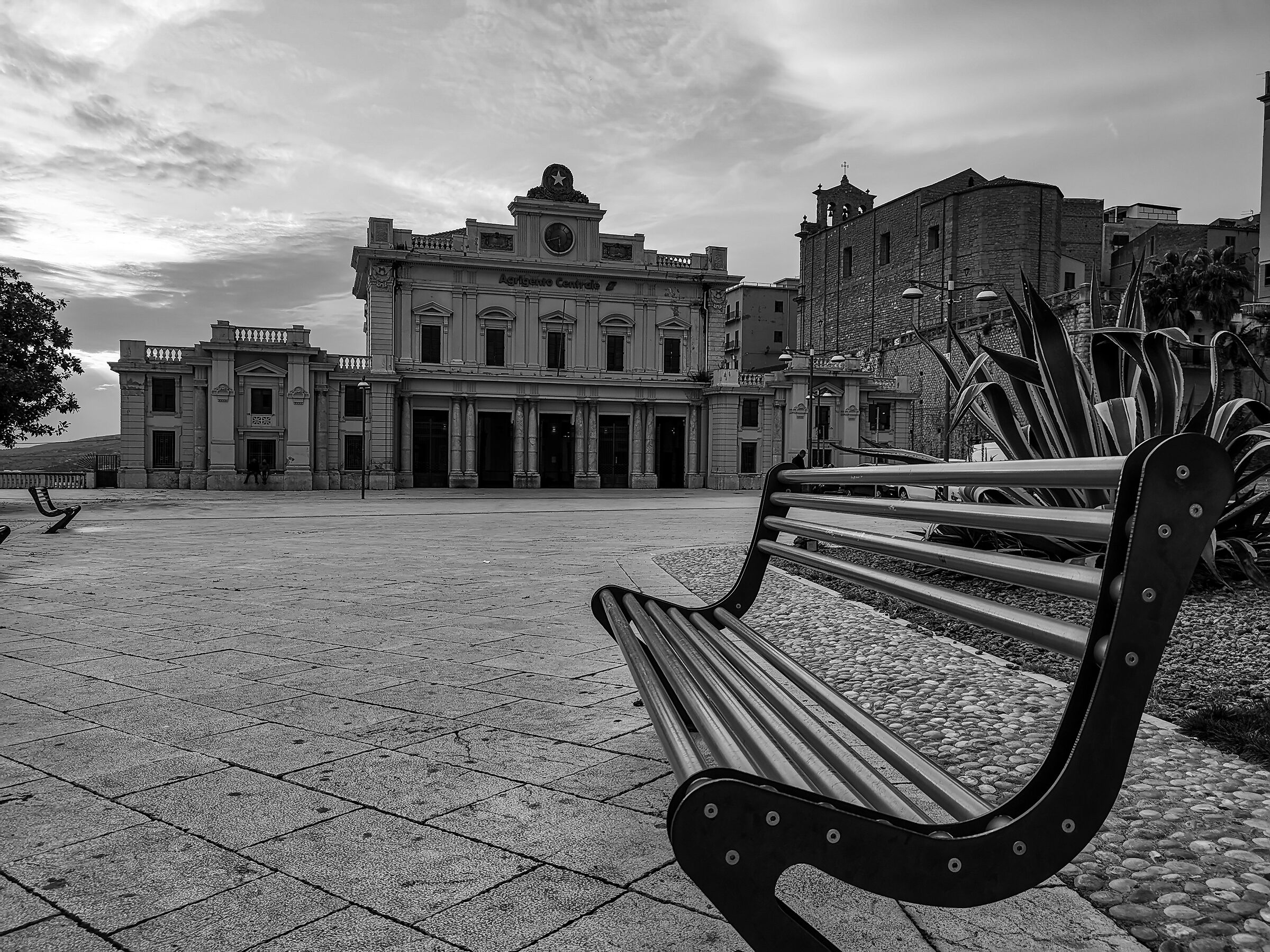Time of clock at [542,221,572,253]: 5:41
